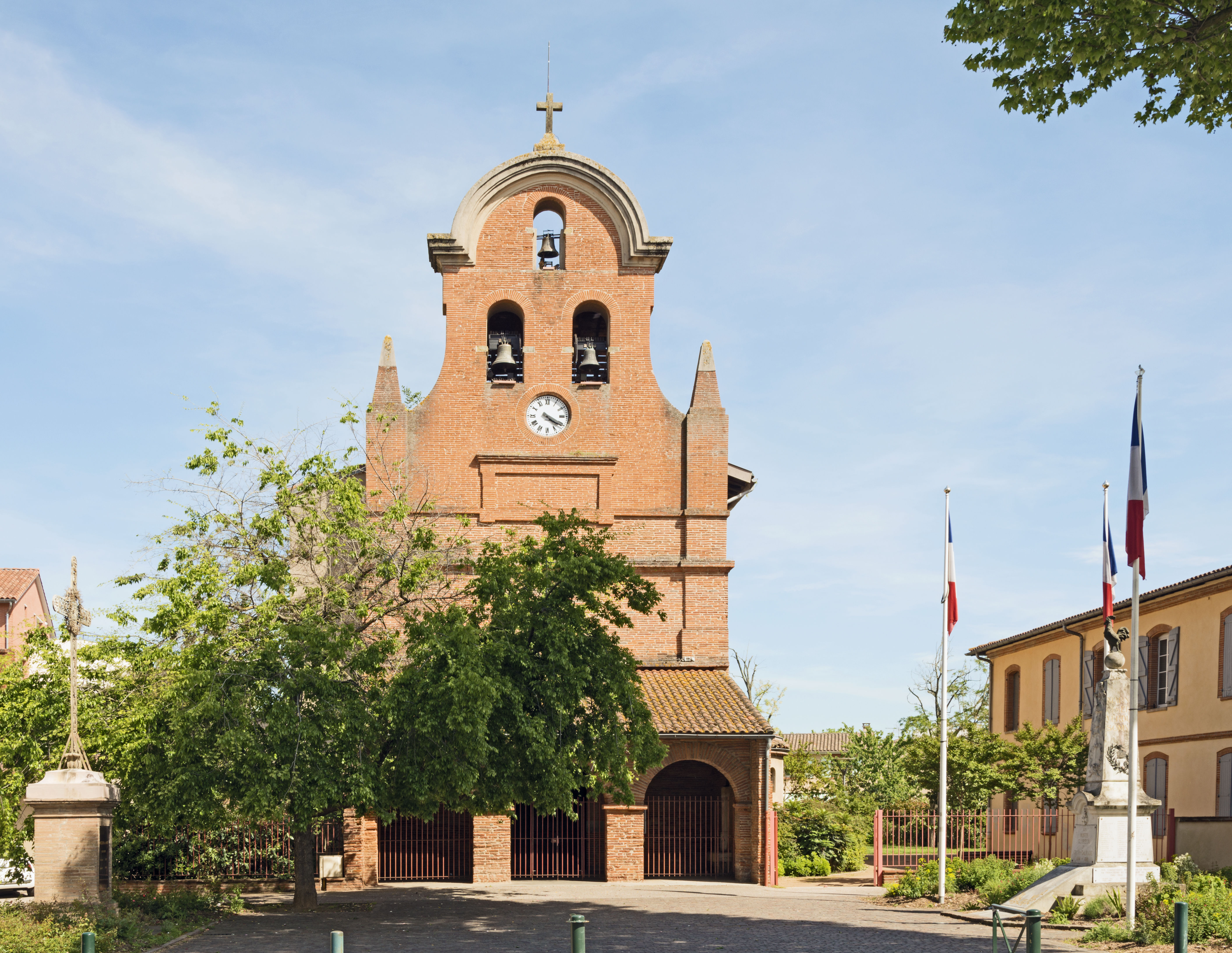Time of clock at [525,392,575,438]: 4:20
